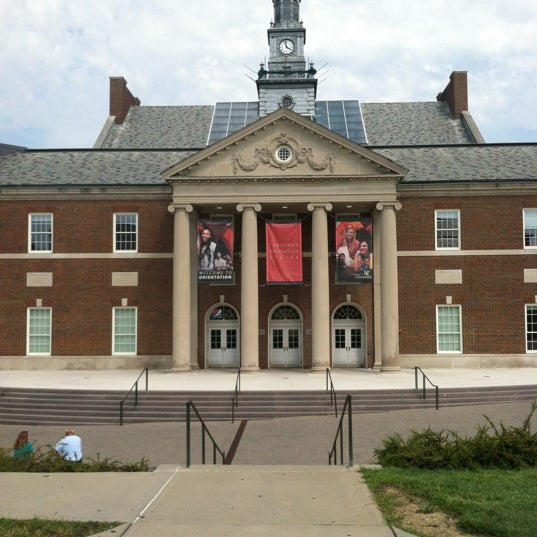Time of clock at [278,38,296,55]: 3:58
